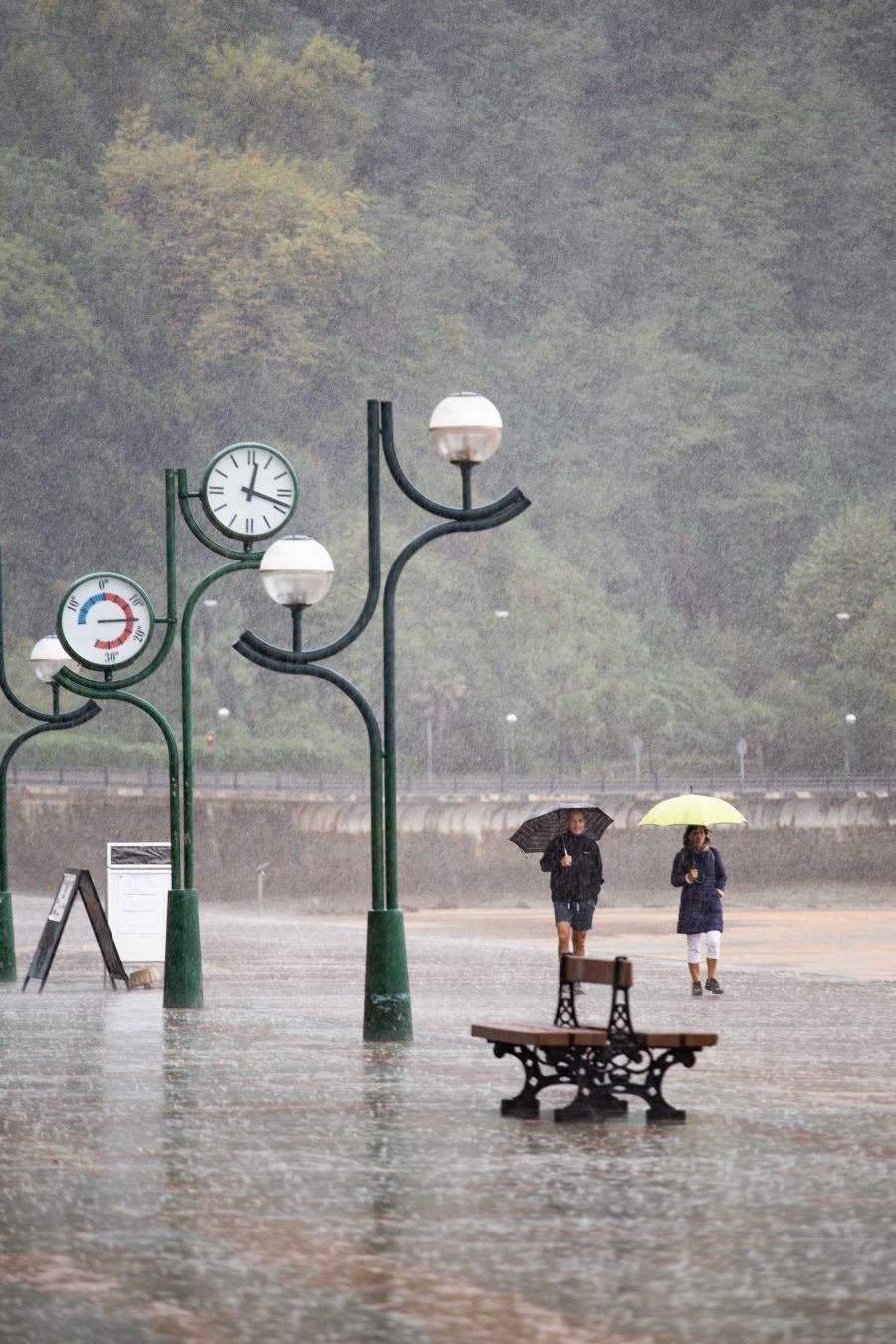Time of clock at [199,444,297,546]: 12:18
